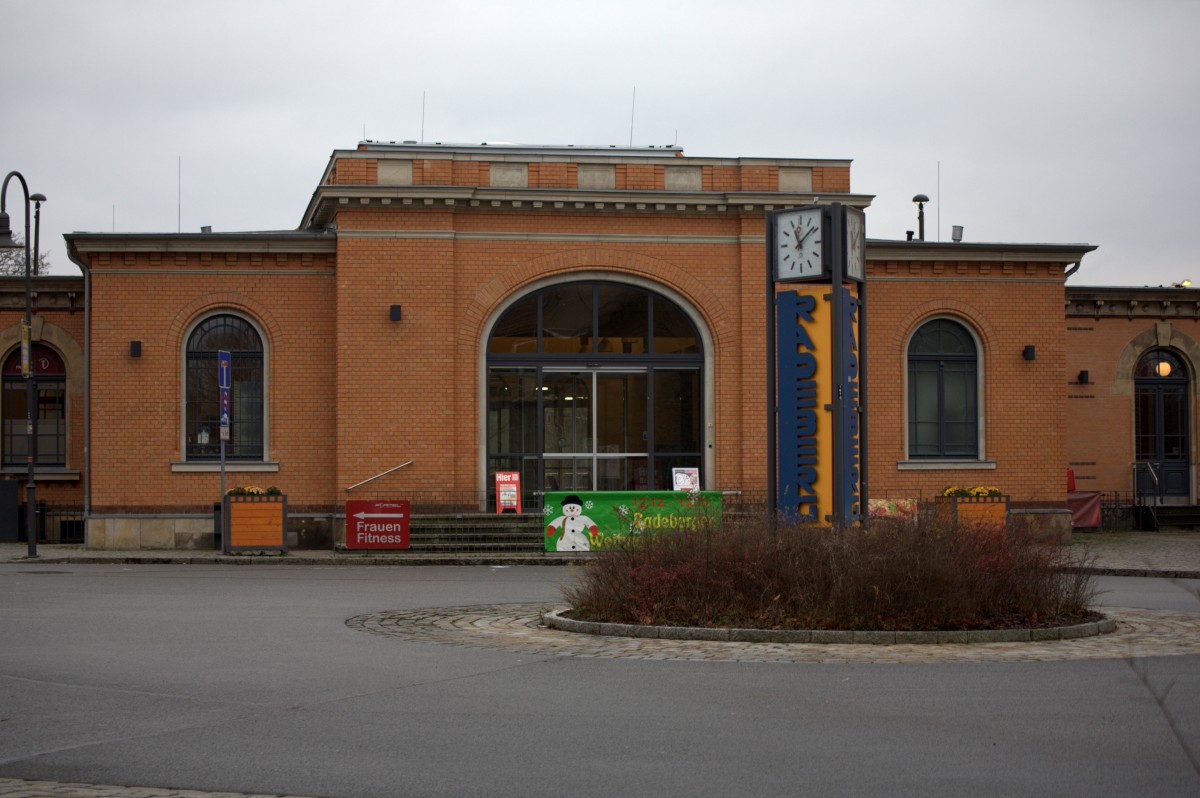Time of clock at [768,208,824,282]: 11:08
